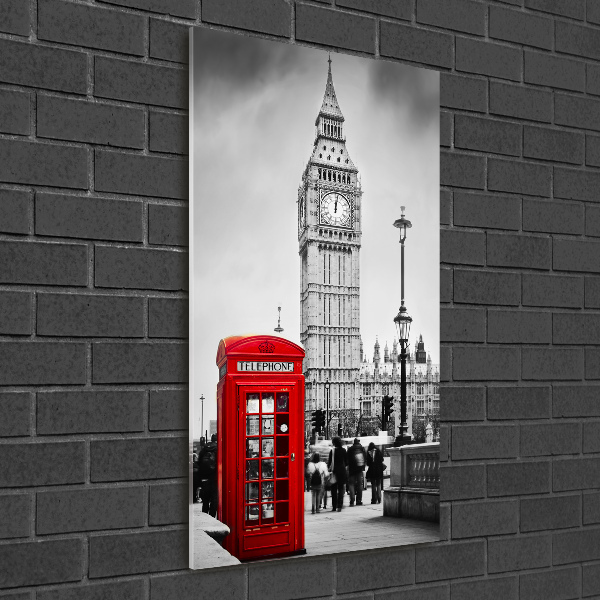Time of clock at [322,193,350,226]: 12:01
